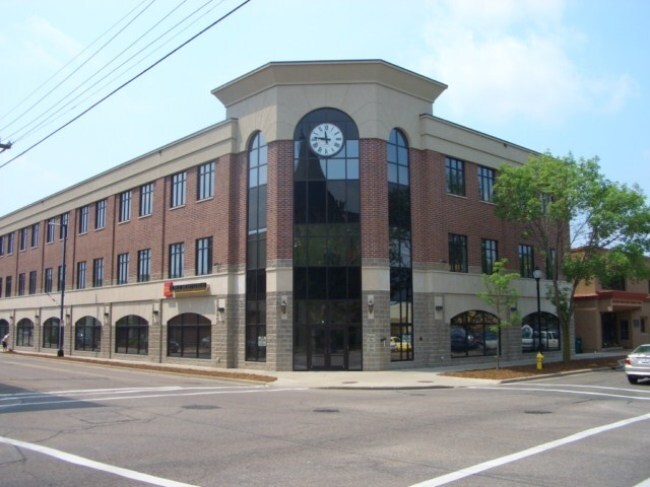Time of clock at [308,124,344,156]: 11:46
